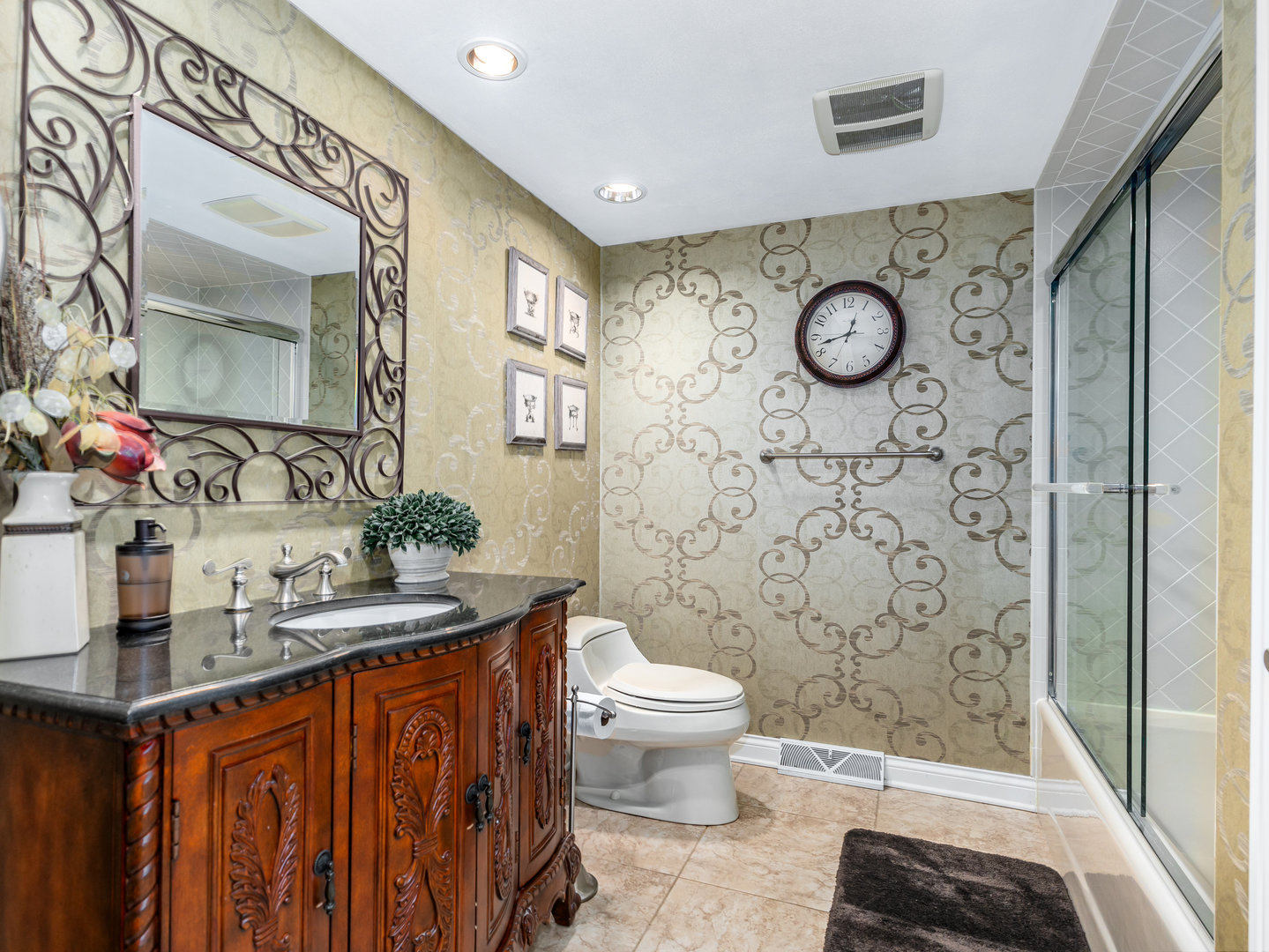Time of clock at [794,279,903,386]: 12:42
